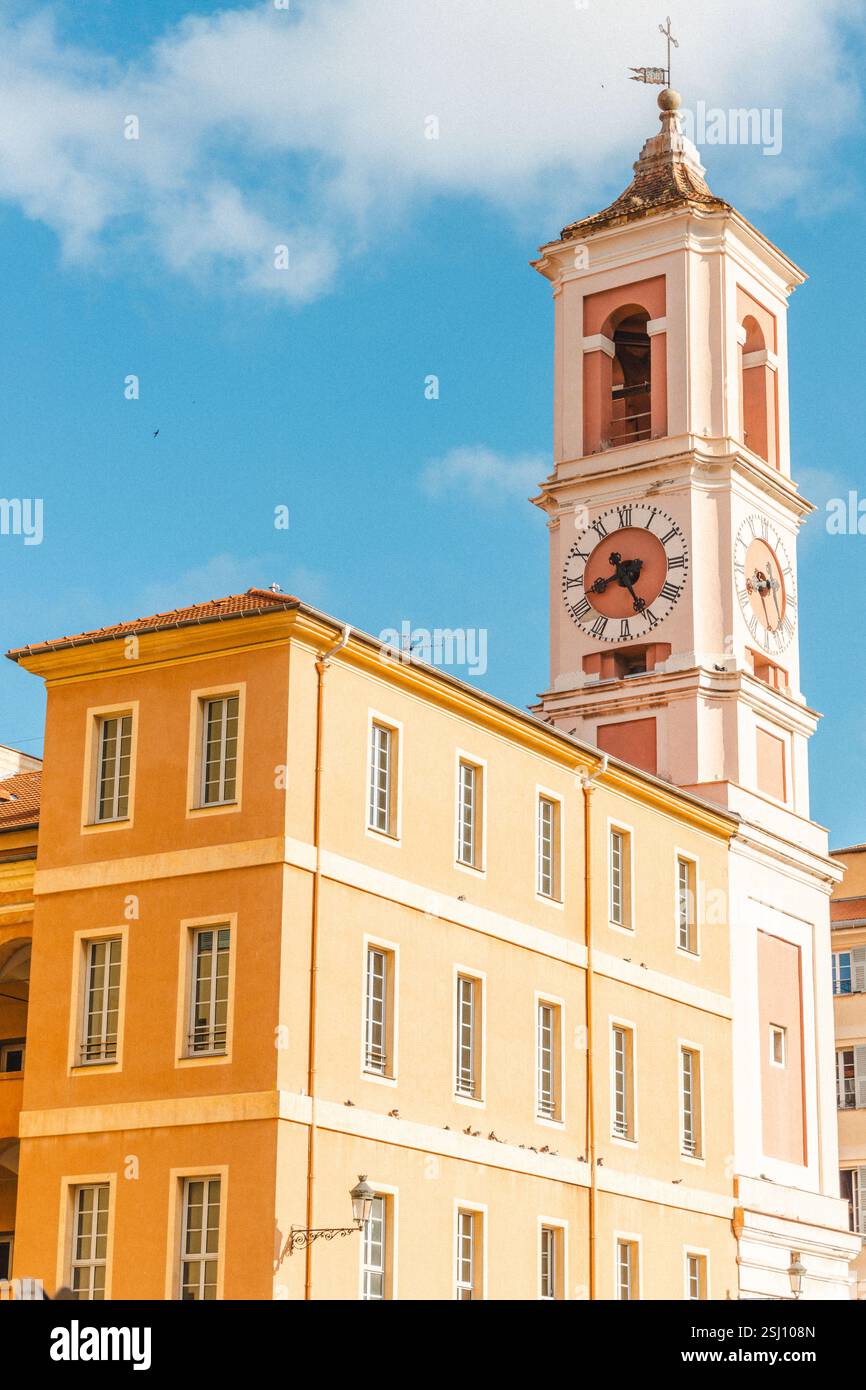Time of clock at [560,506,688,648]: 8:25
